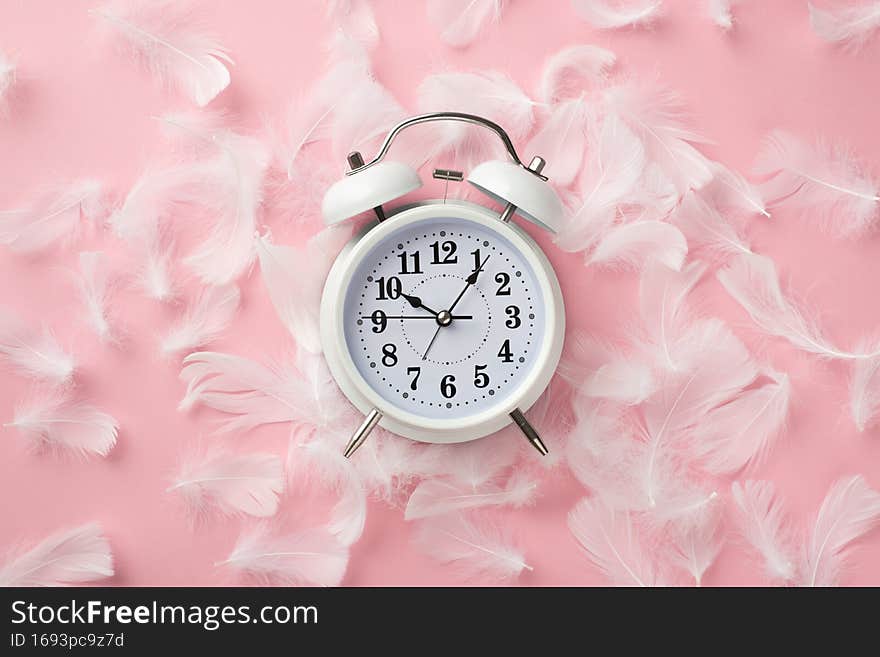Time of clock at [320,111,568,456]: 10:05
